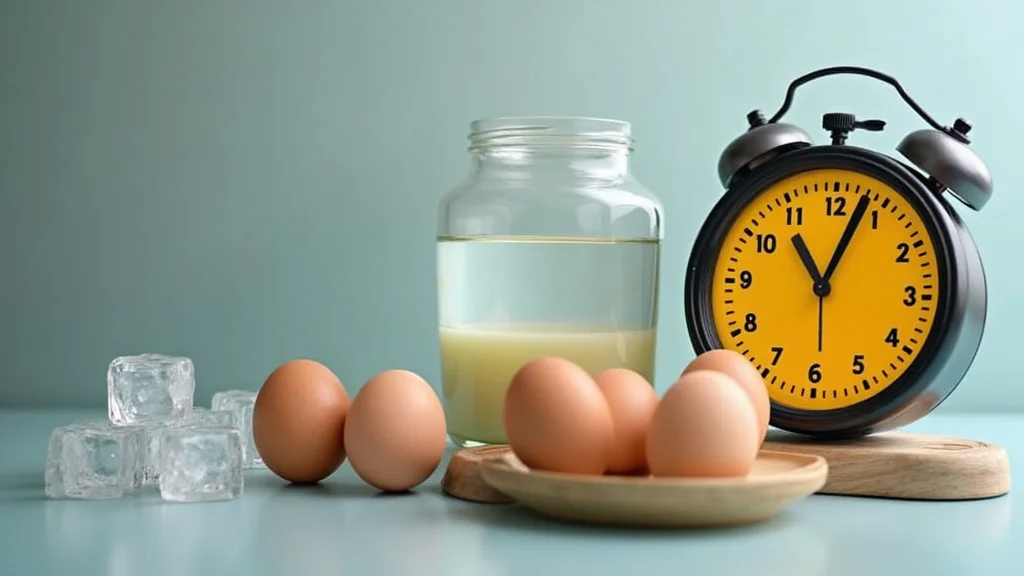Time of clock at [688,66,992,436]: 11:03
